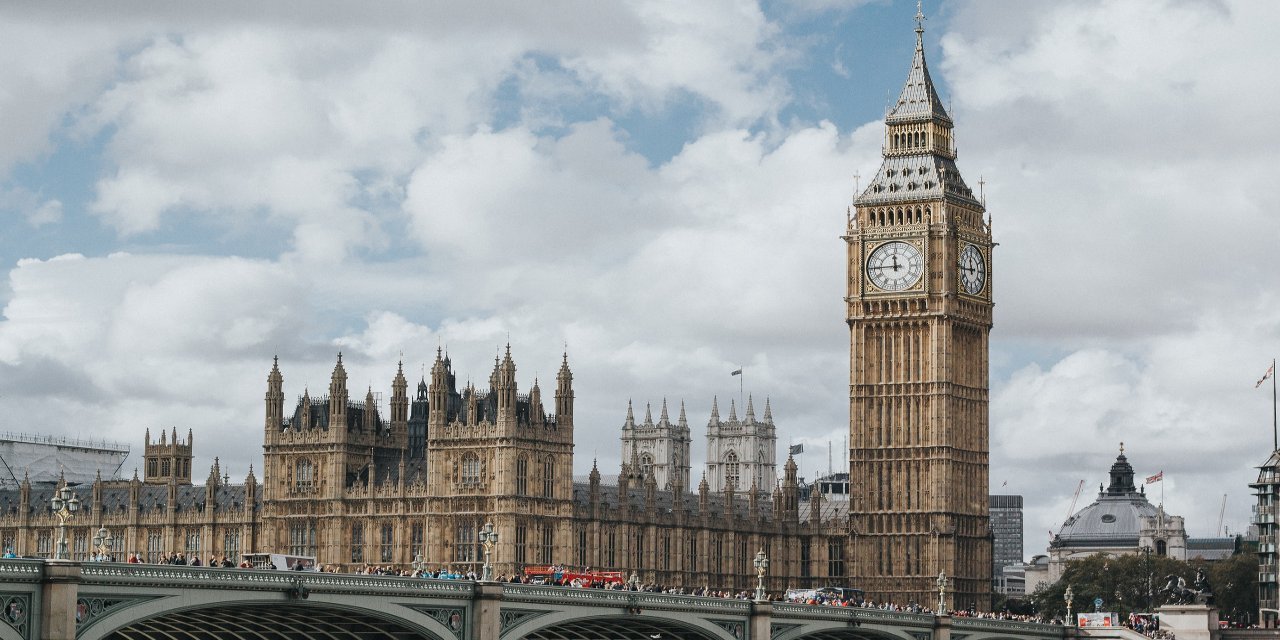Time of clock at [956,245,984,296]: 11:44
